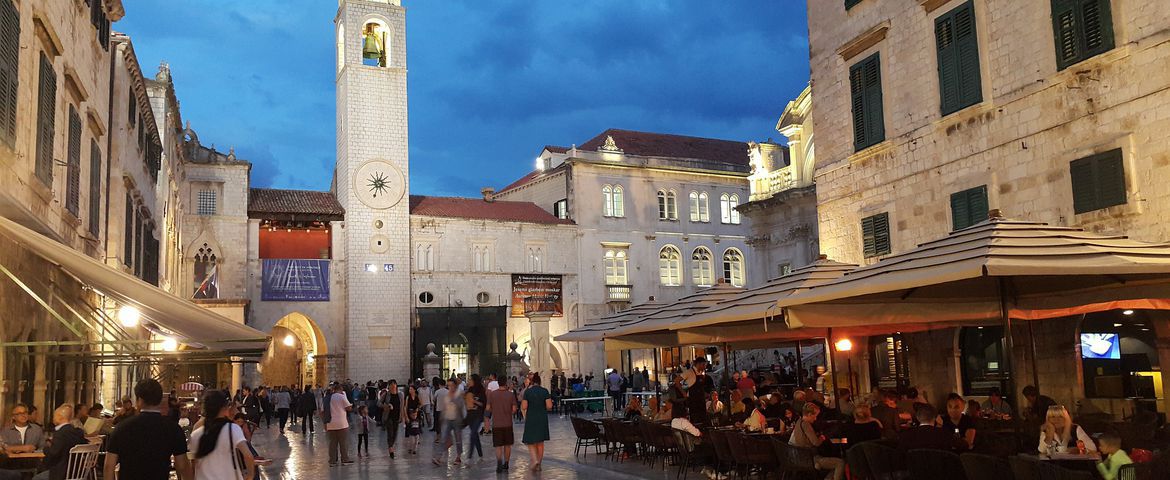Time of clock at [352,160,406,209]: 1:33
